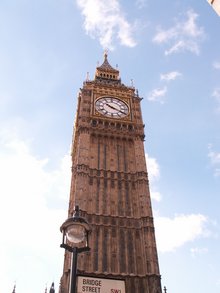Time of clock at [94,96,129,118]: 10:19
